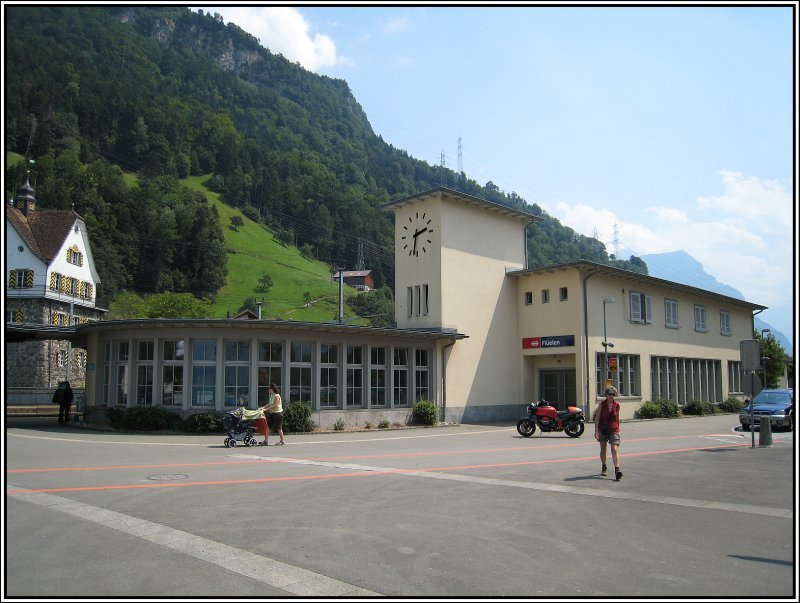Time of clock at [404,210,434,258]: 2:32
